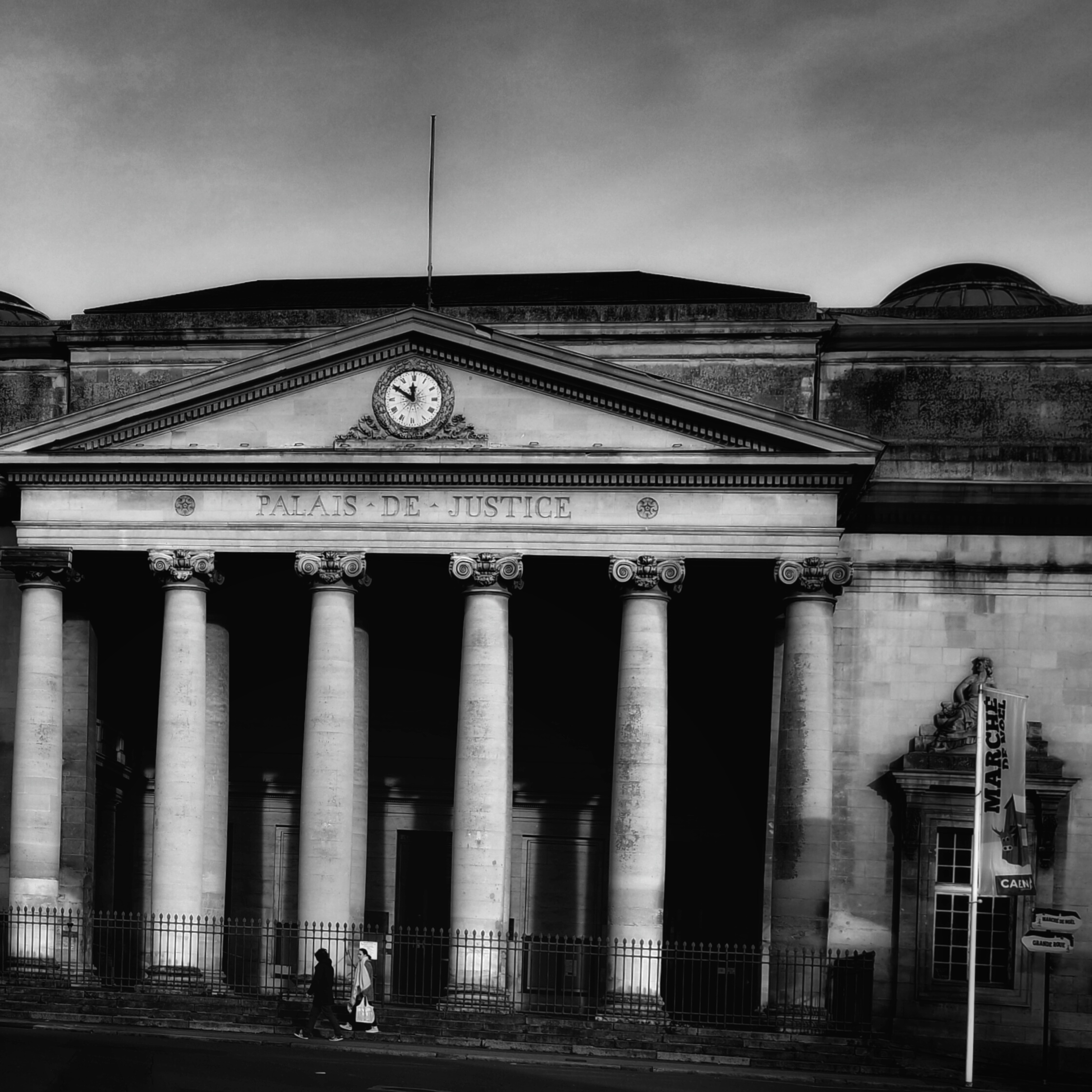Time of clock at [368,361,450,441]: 11:50
